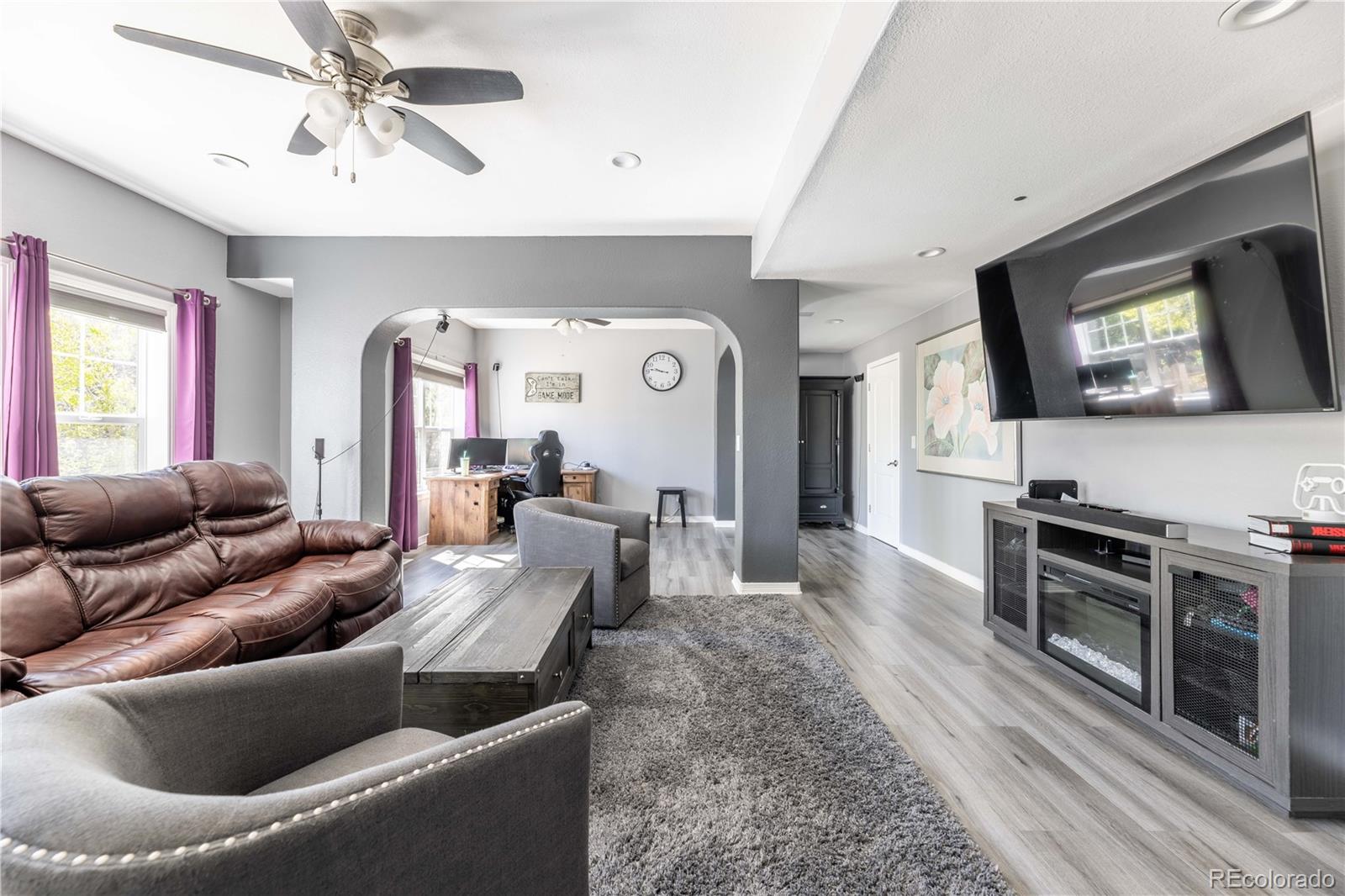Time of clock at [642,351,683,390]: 9:46
